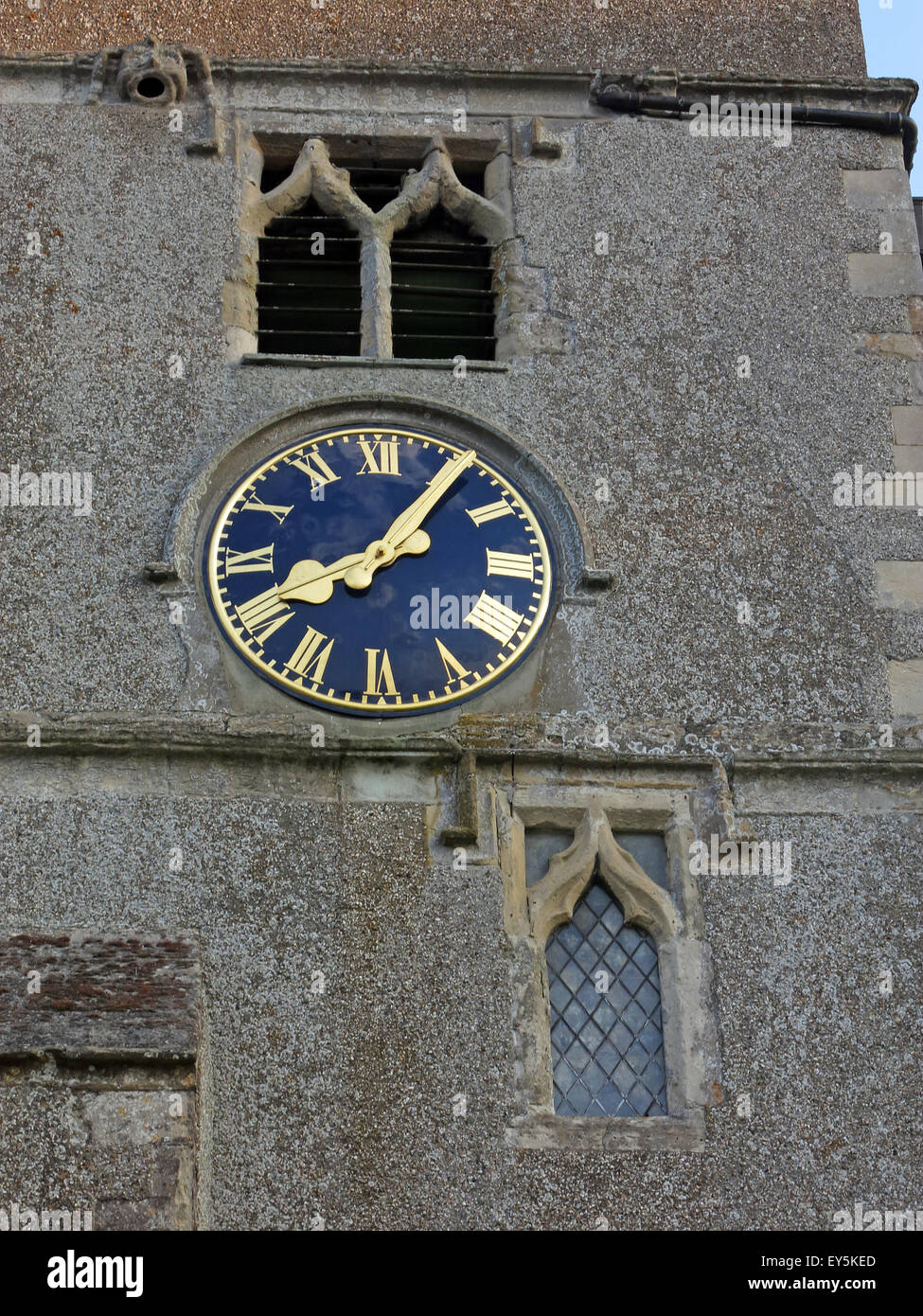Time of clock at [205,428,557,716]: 8:05
